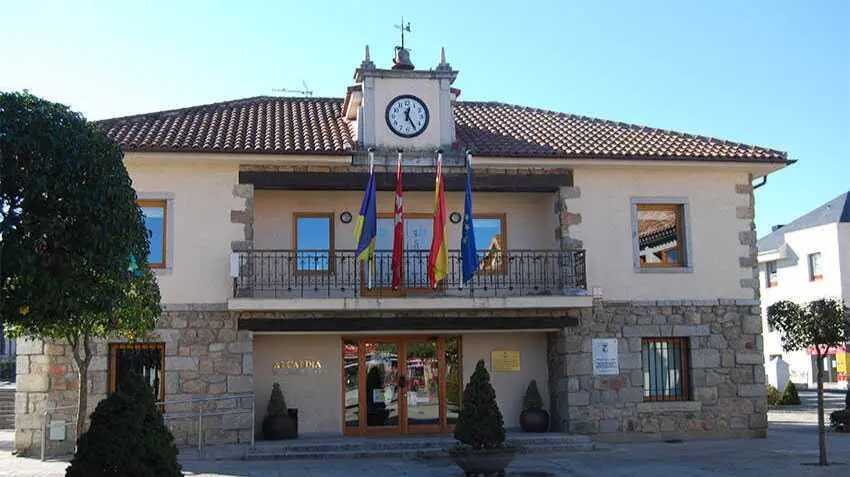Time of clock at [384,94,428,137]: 12:24
